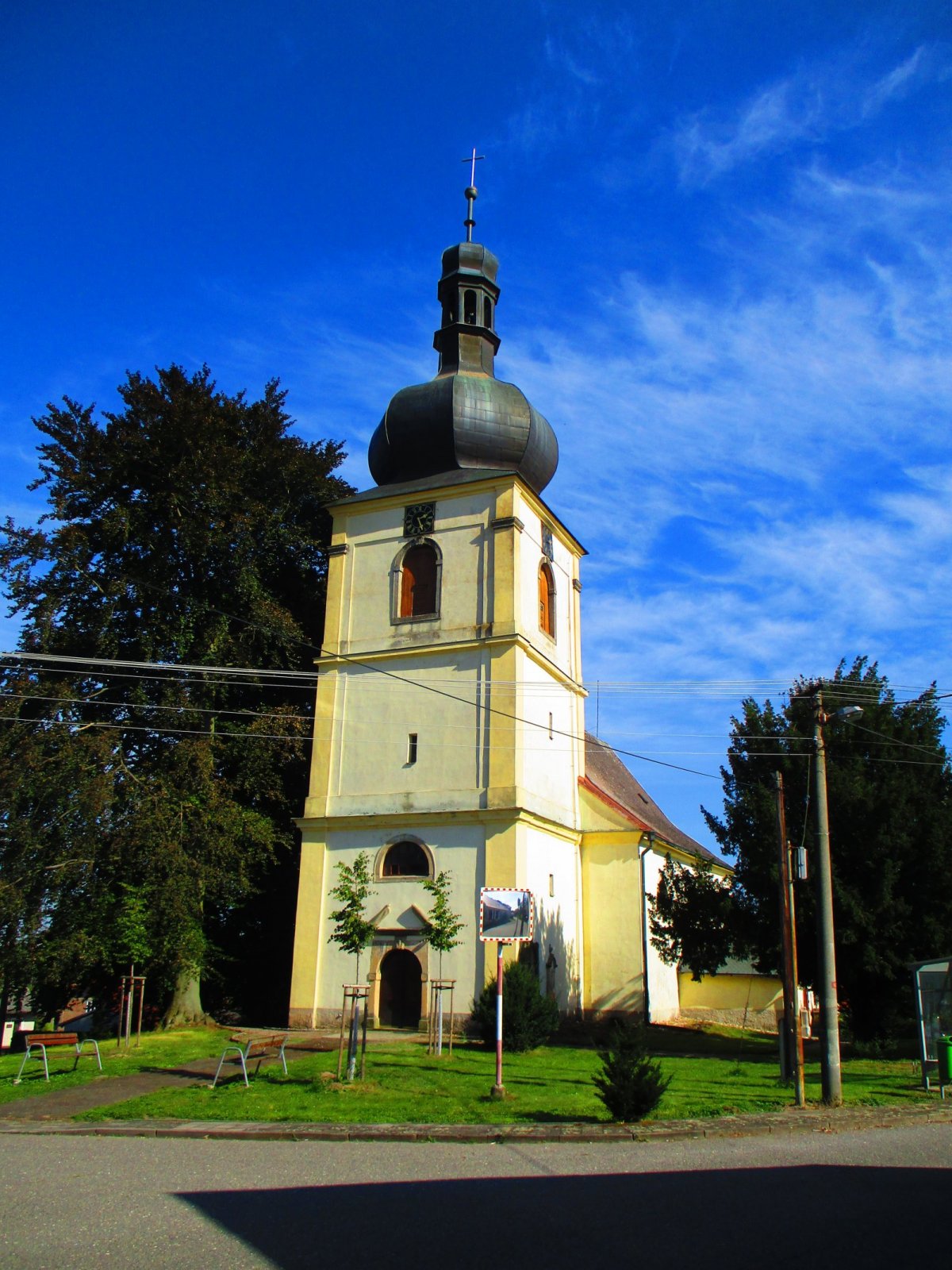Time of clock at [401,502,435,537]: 2:26
